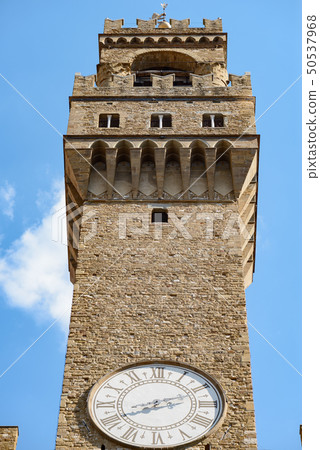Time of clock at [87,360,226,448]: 8:11
